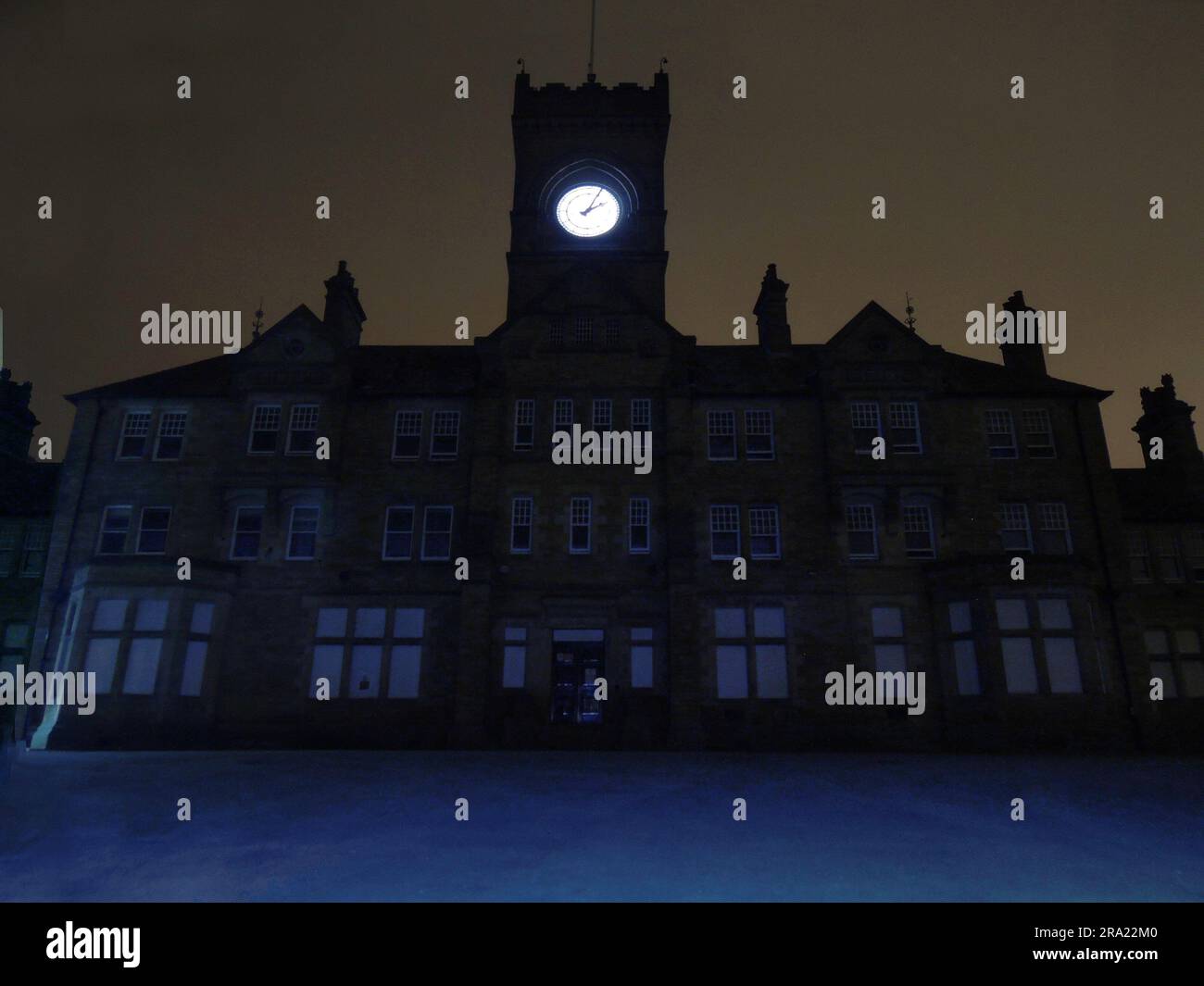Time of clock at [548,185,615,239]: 2:04
